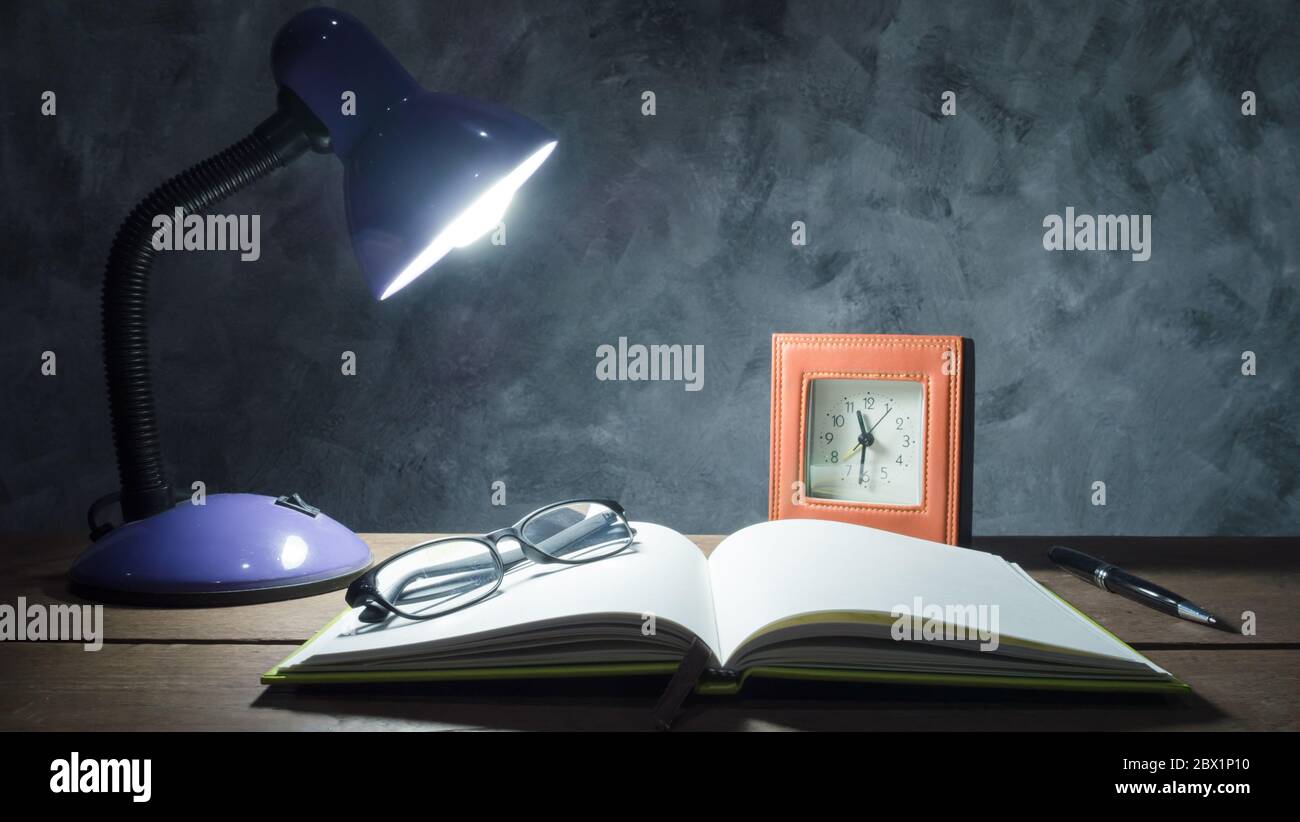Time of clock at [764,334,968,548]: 11:31
